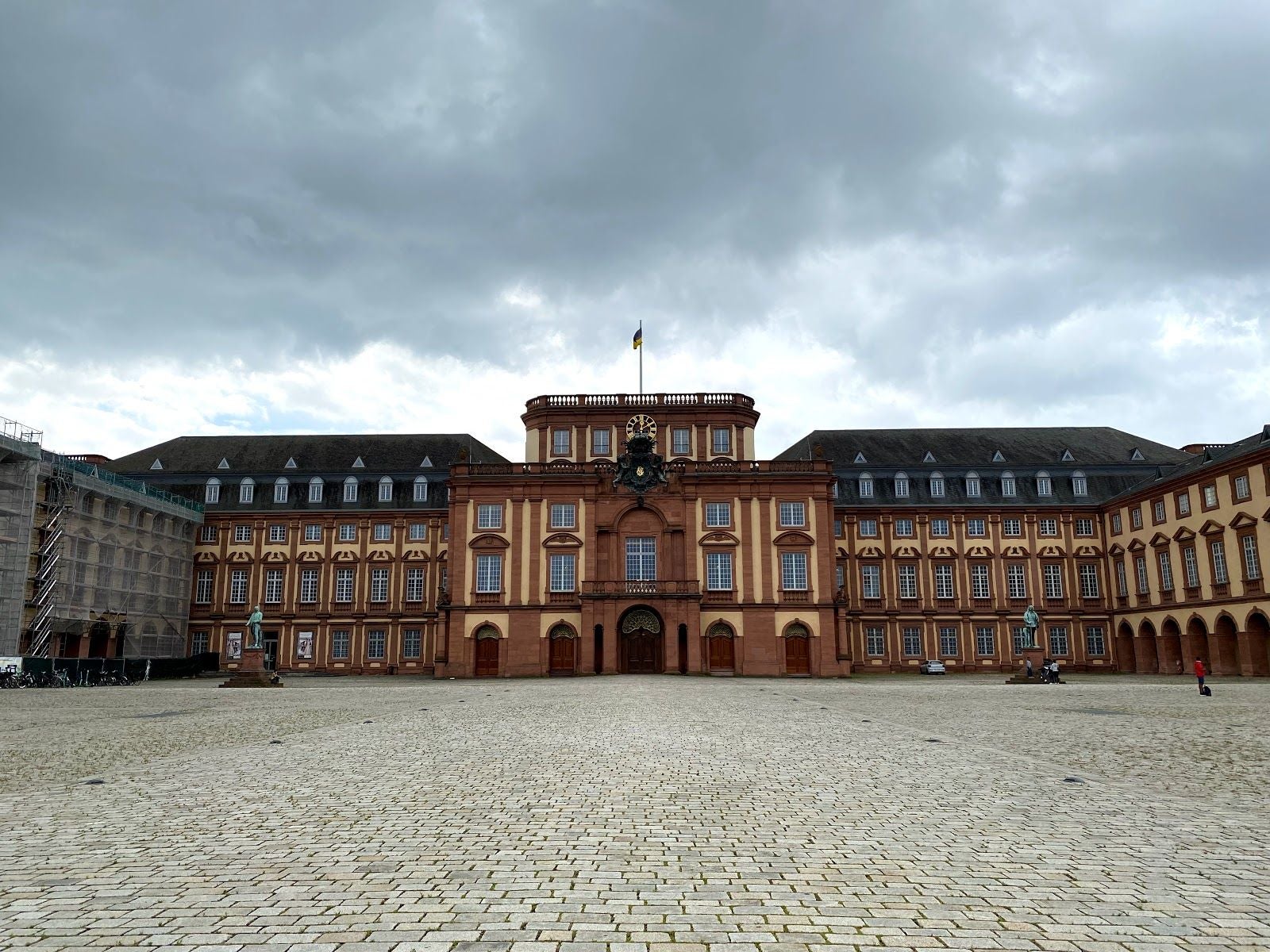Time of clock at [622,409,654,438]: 12:09
